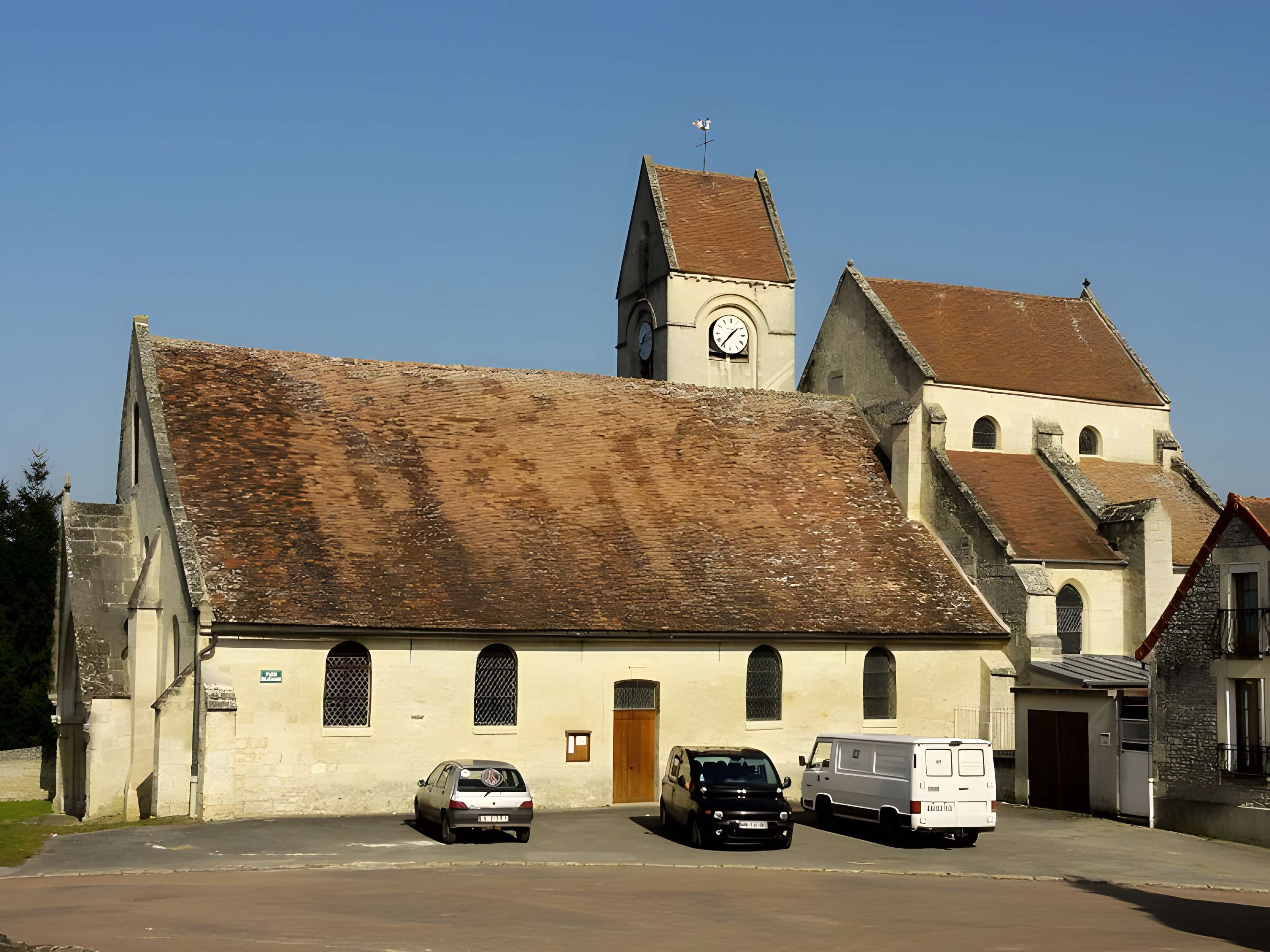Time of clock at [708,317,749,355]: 1:36
